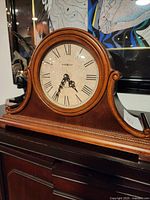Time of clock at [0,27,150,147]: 4:34
